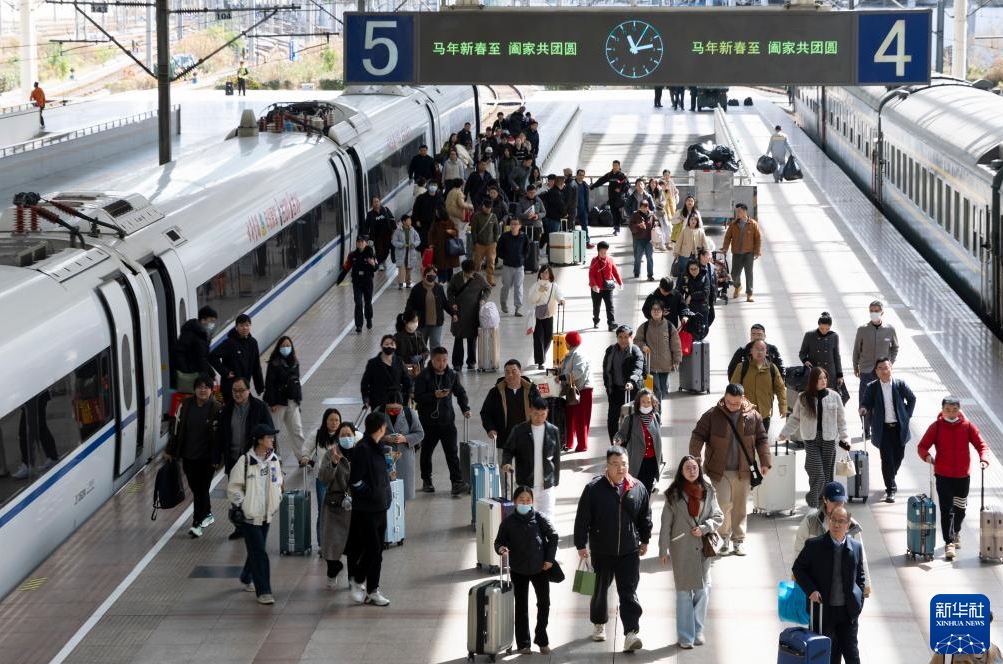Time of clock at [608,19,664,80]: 11:13
